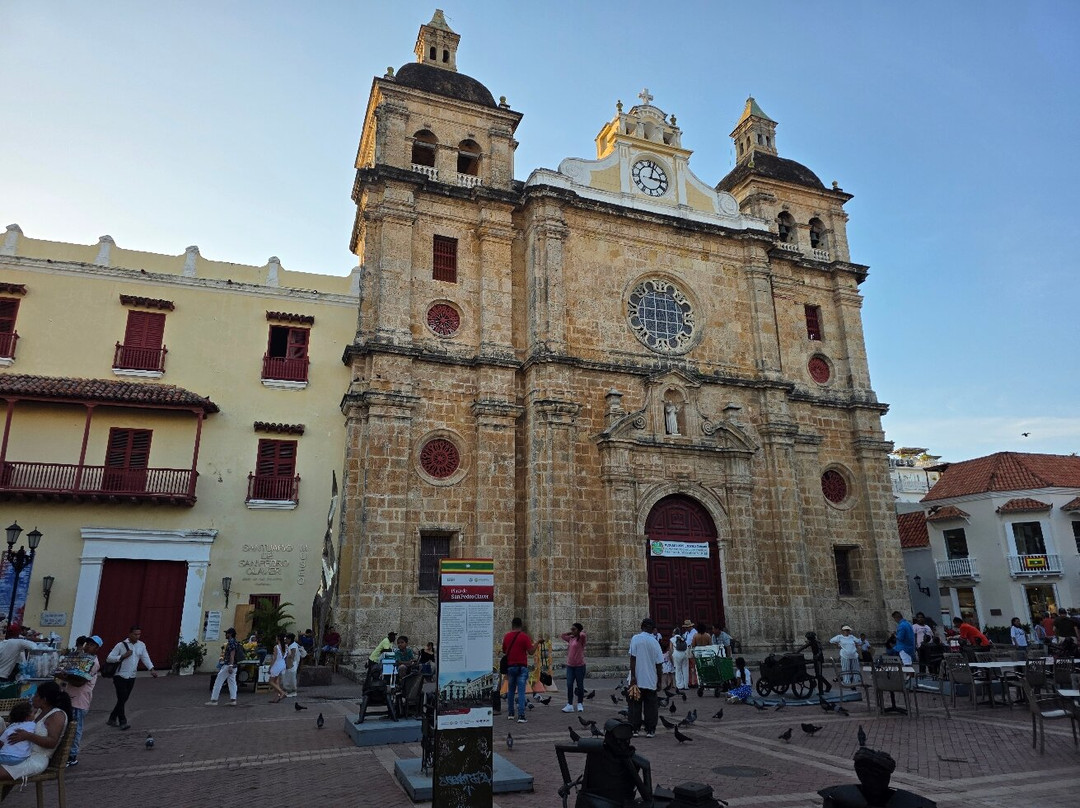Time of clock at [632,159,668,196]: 3:02
